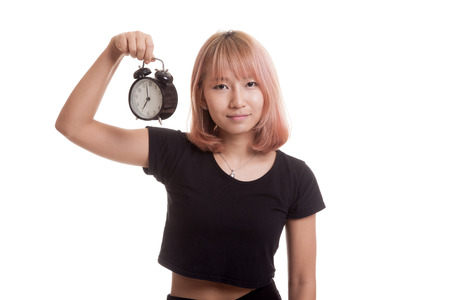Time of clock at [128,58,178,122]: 6:58
